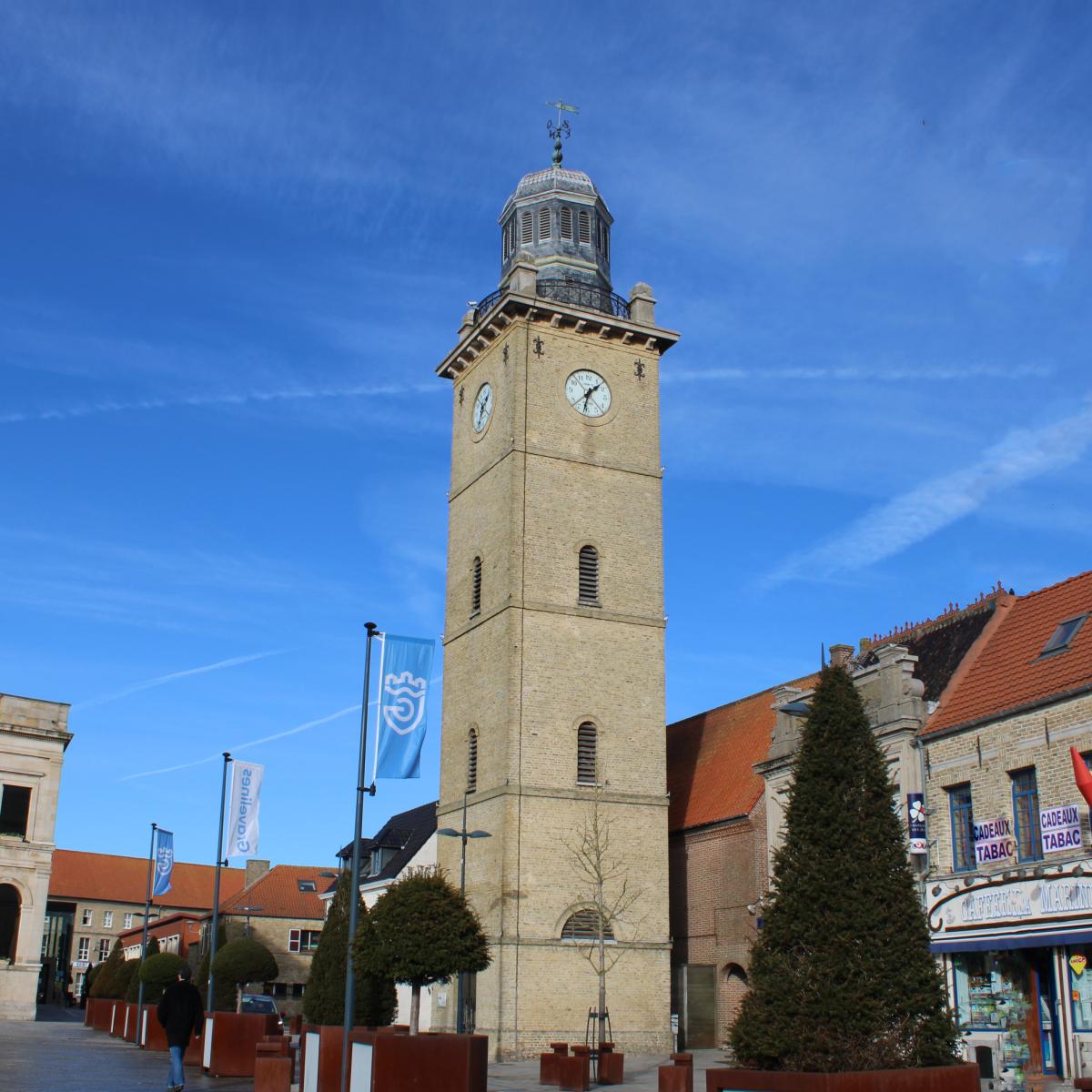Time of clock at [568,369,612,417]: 1:32
